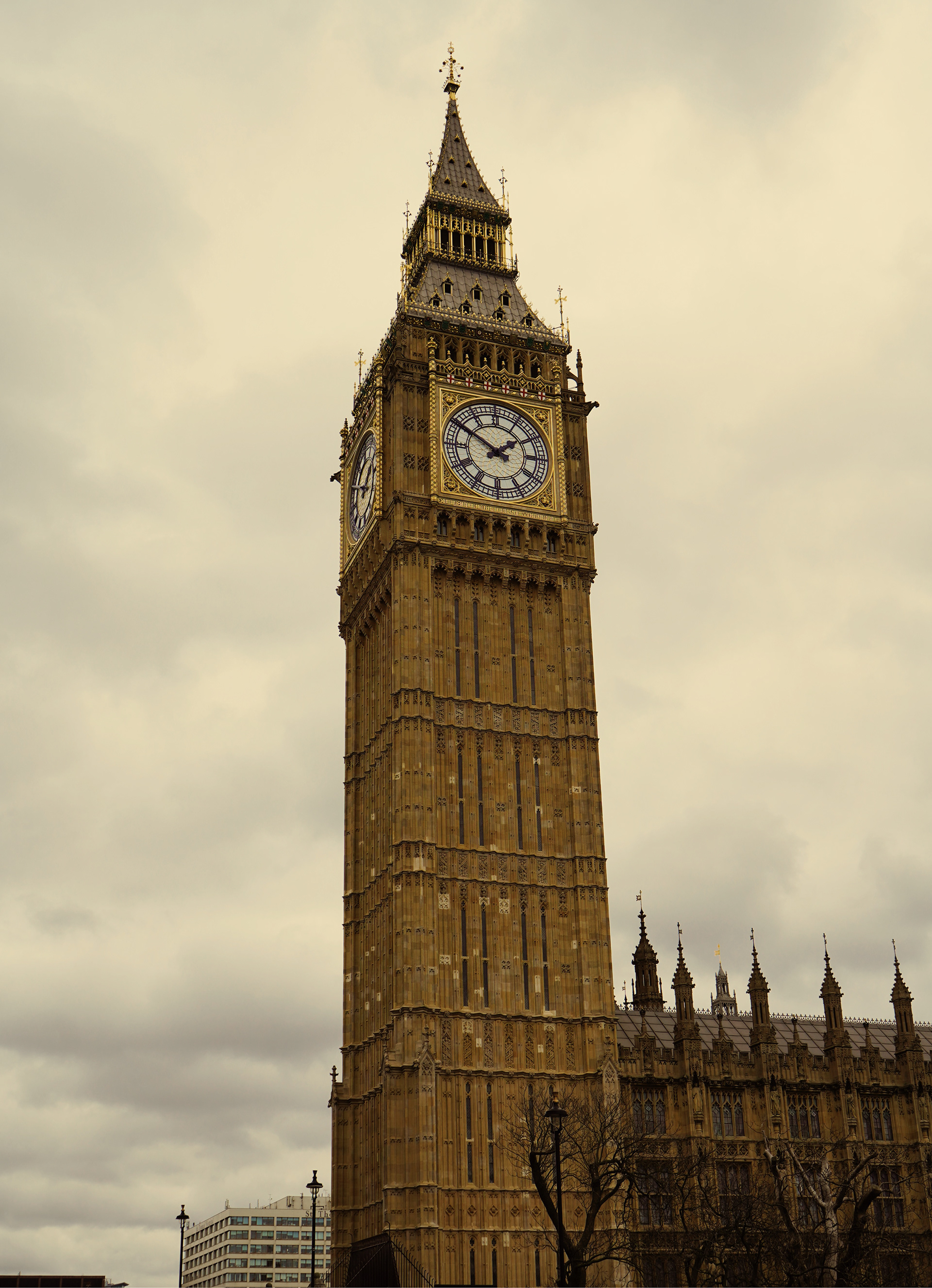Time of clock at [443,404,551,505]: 1:50
